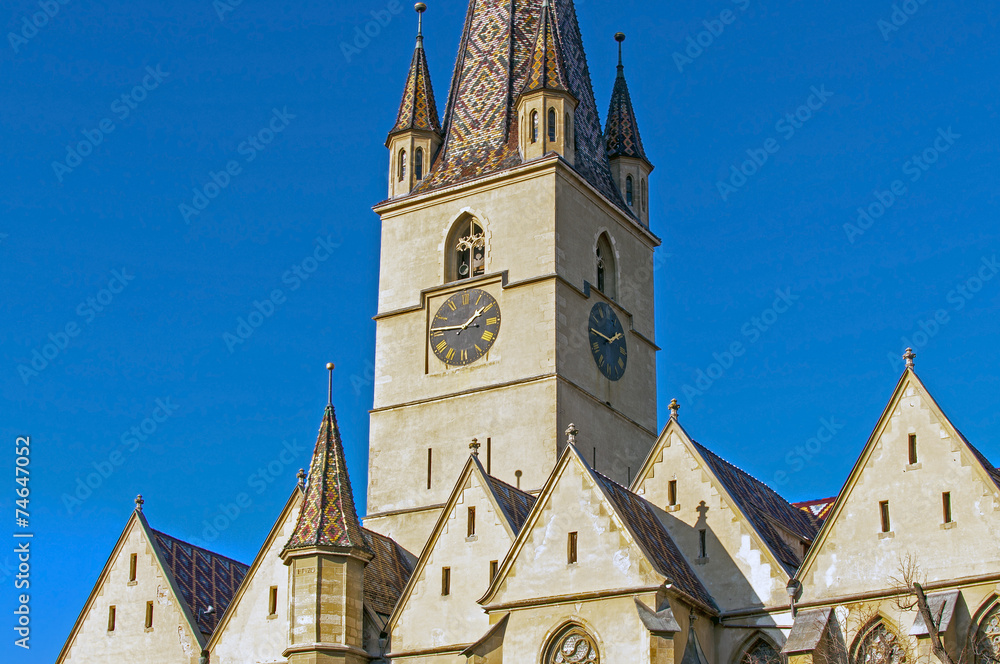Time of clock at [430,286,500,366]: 1:46
